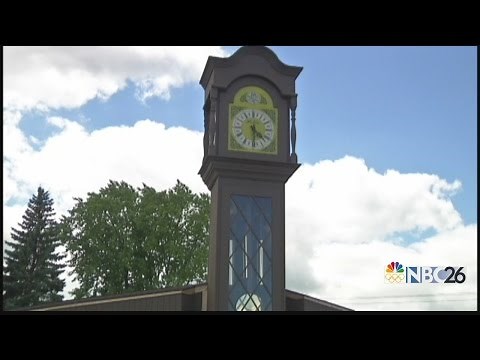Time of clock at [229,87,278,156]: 4:29
